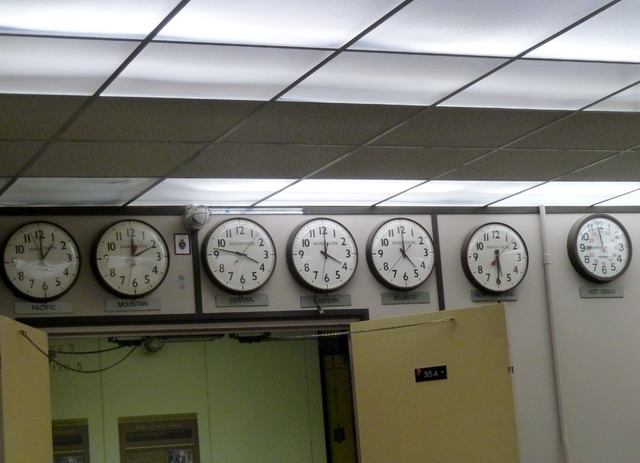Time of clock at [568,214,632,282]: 11:45
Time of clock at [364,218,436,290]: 5:00
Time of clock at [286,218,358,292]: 4:00
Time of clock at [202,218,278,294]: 3:46
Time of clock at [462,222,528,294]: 5:29
